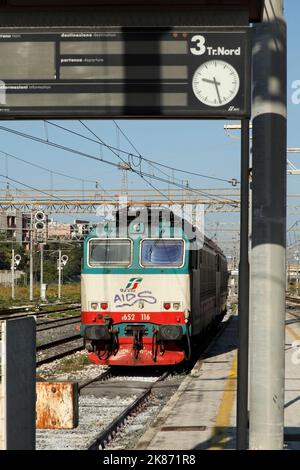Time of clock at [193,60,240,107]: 9:27
